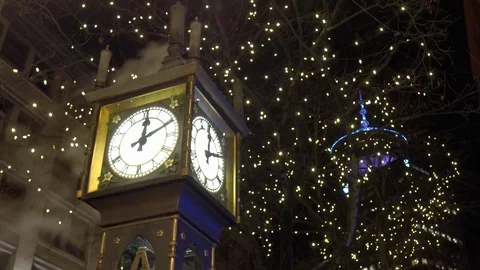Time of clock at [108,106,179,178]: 12:10
